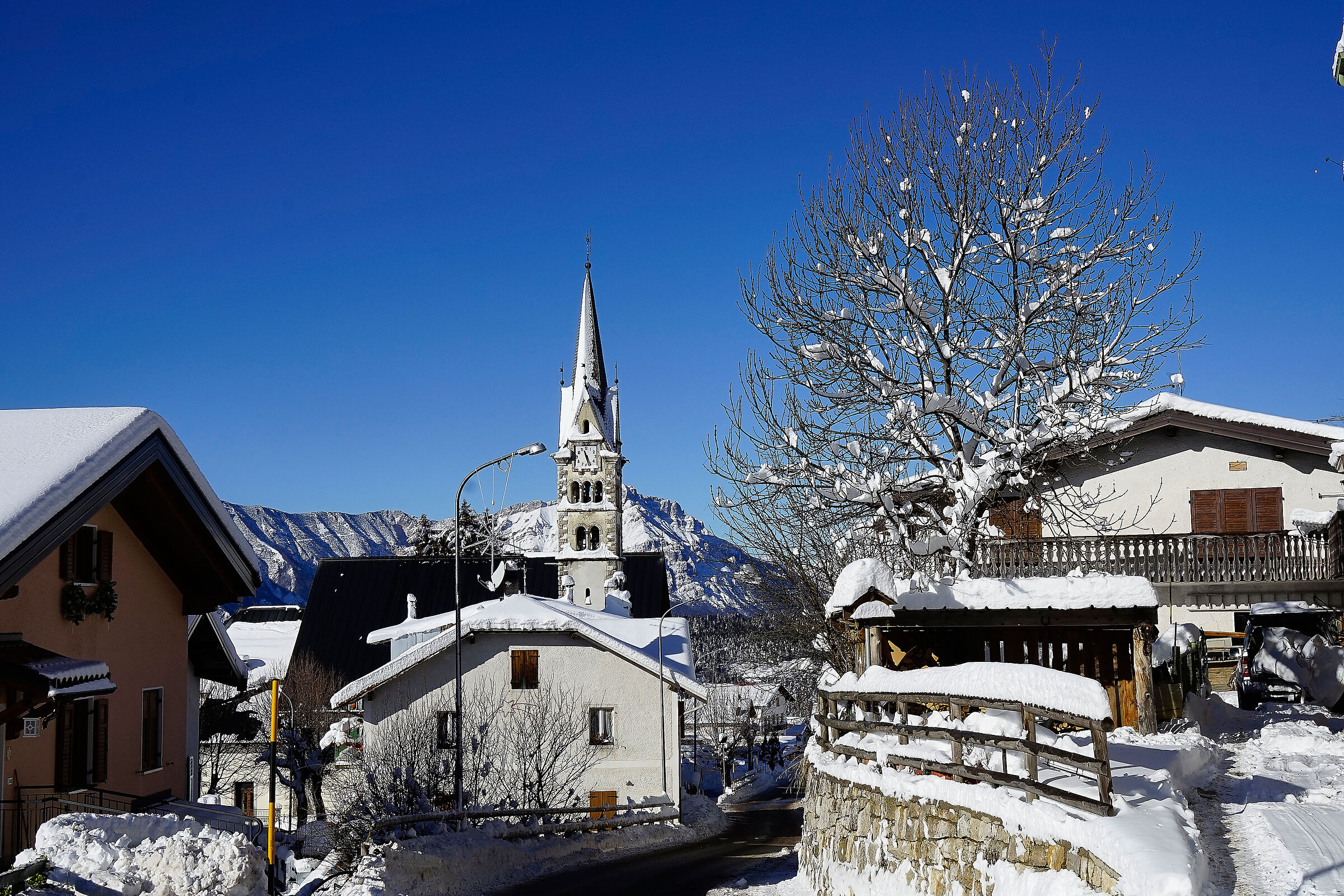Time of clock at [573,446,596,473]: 11:26
